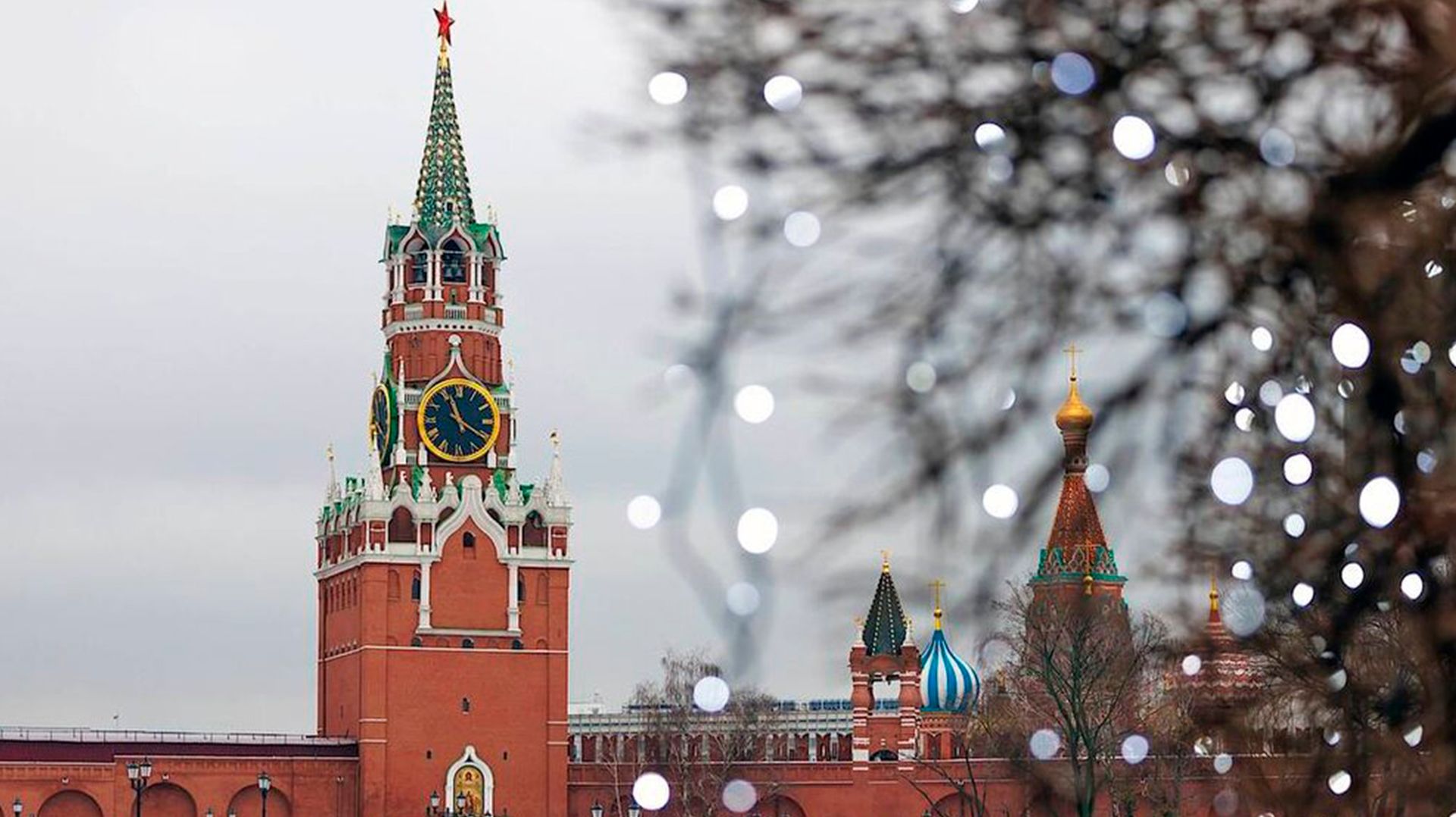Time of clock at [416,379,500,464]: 11:20
